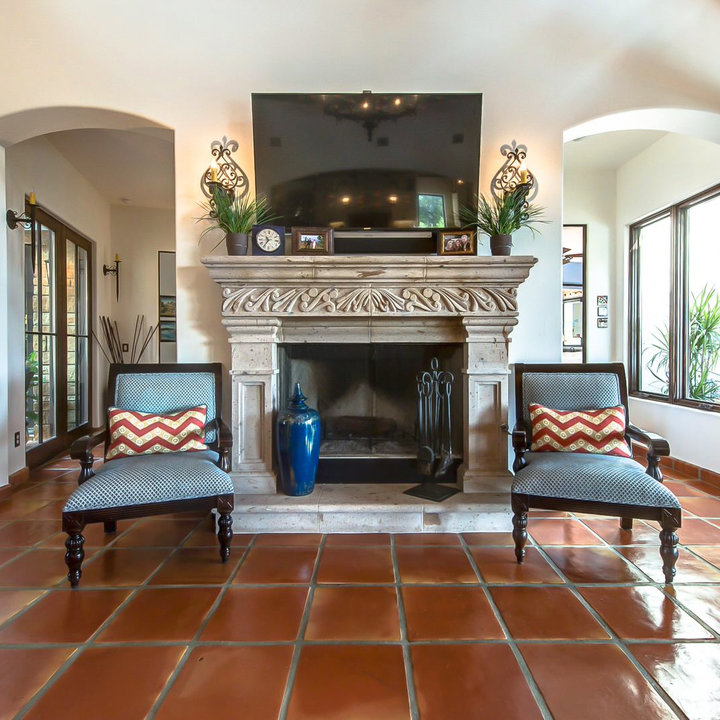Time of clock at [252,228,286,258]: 10:35
